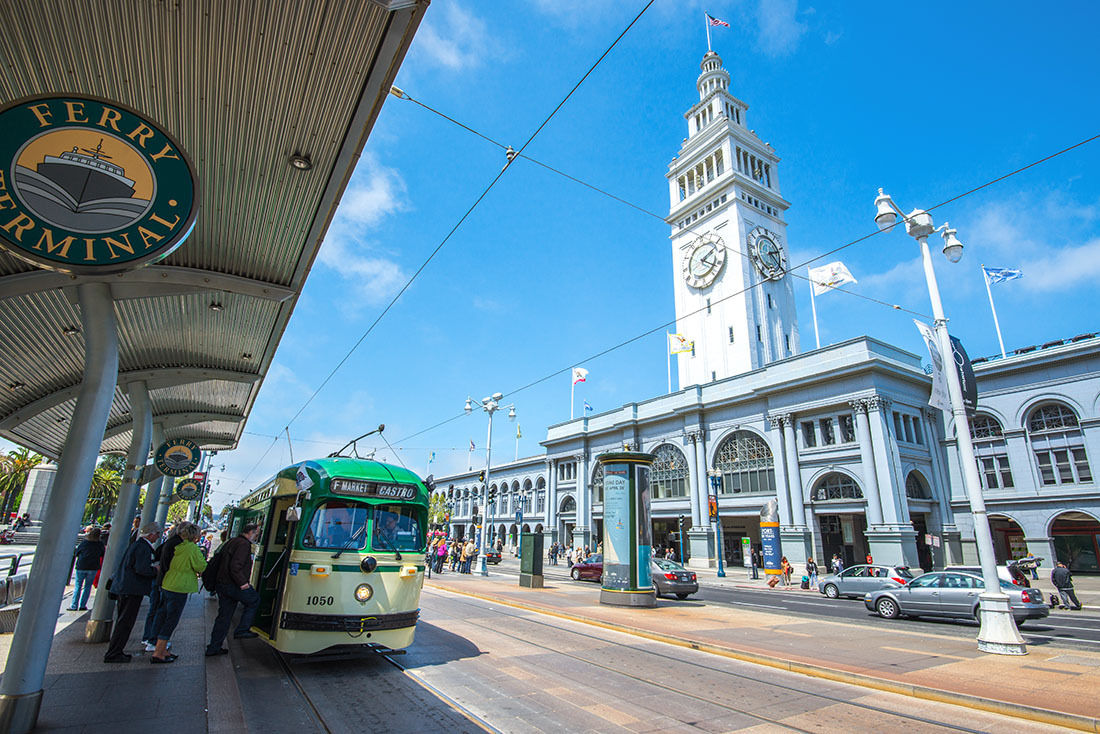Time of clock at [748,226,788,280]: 2:23
